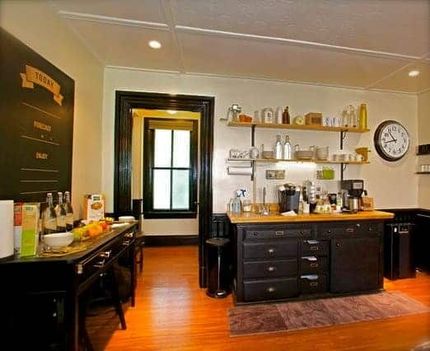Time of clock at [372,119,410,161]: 10:42
